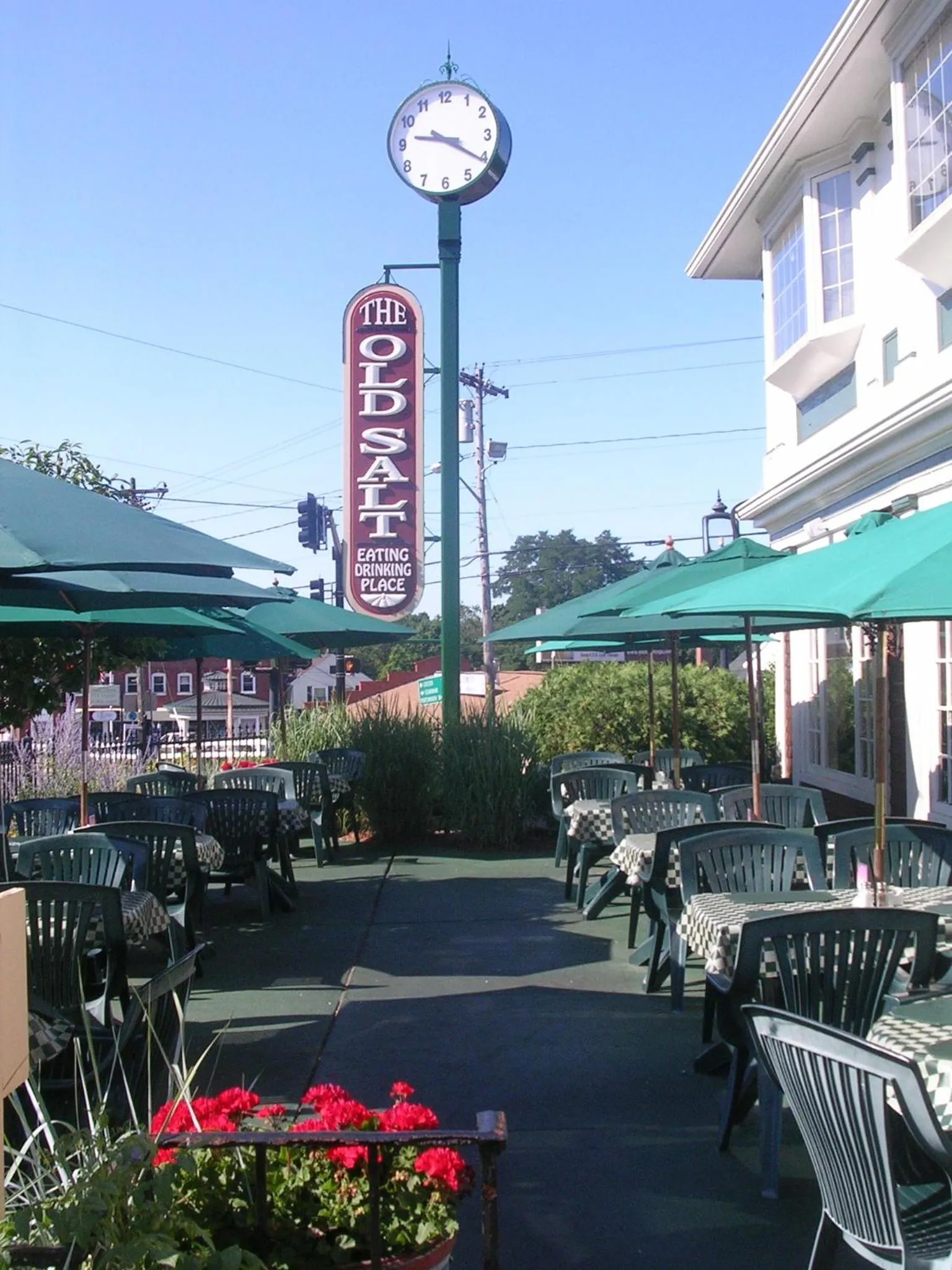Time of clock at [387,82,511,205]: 9:20
